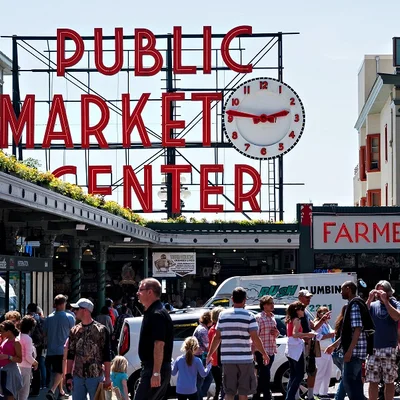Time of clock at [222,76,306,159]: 2:46
